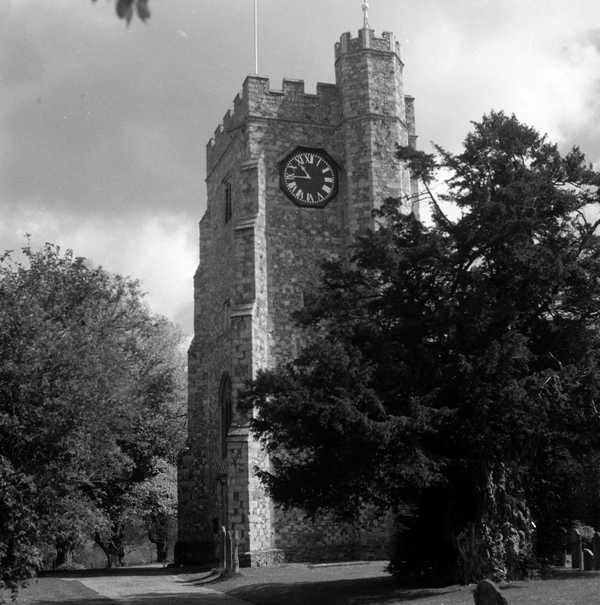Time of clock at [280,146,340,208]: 10:45
